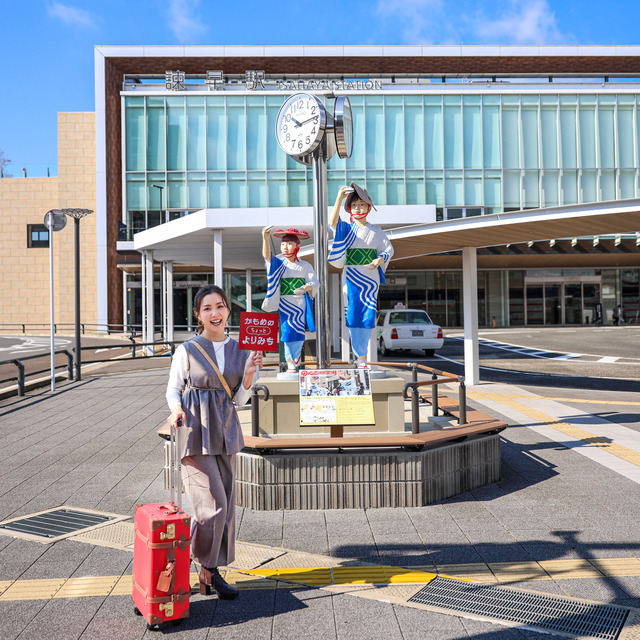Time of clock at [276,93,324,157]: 10:13
